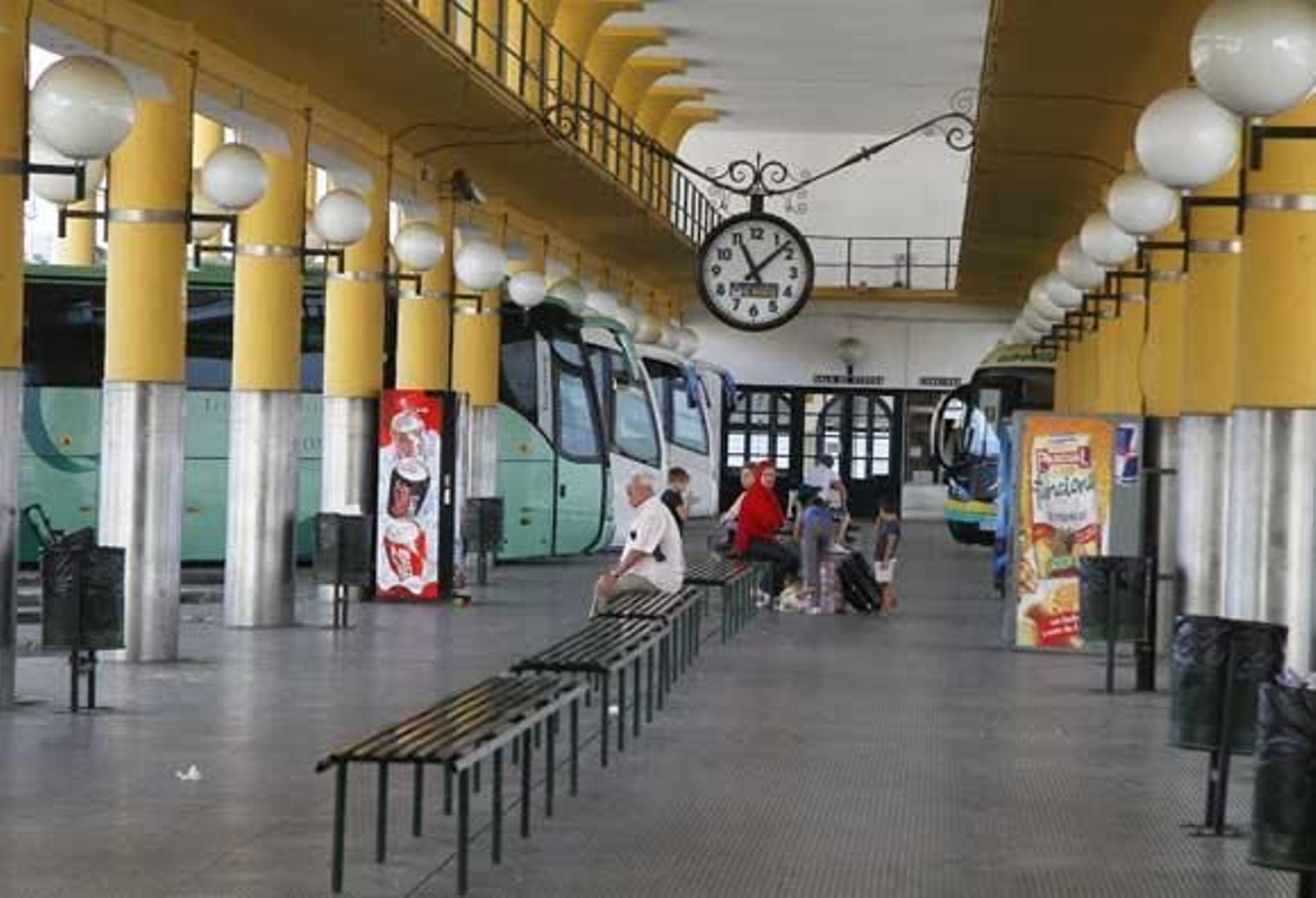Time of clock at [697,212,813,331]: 11:07
